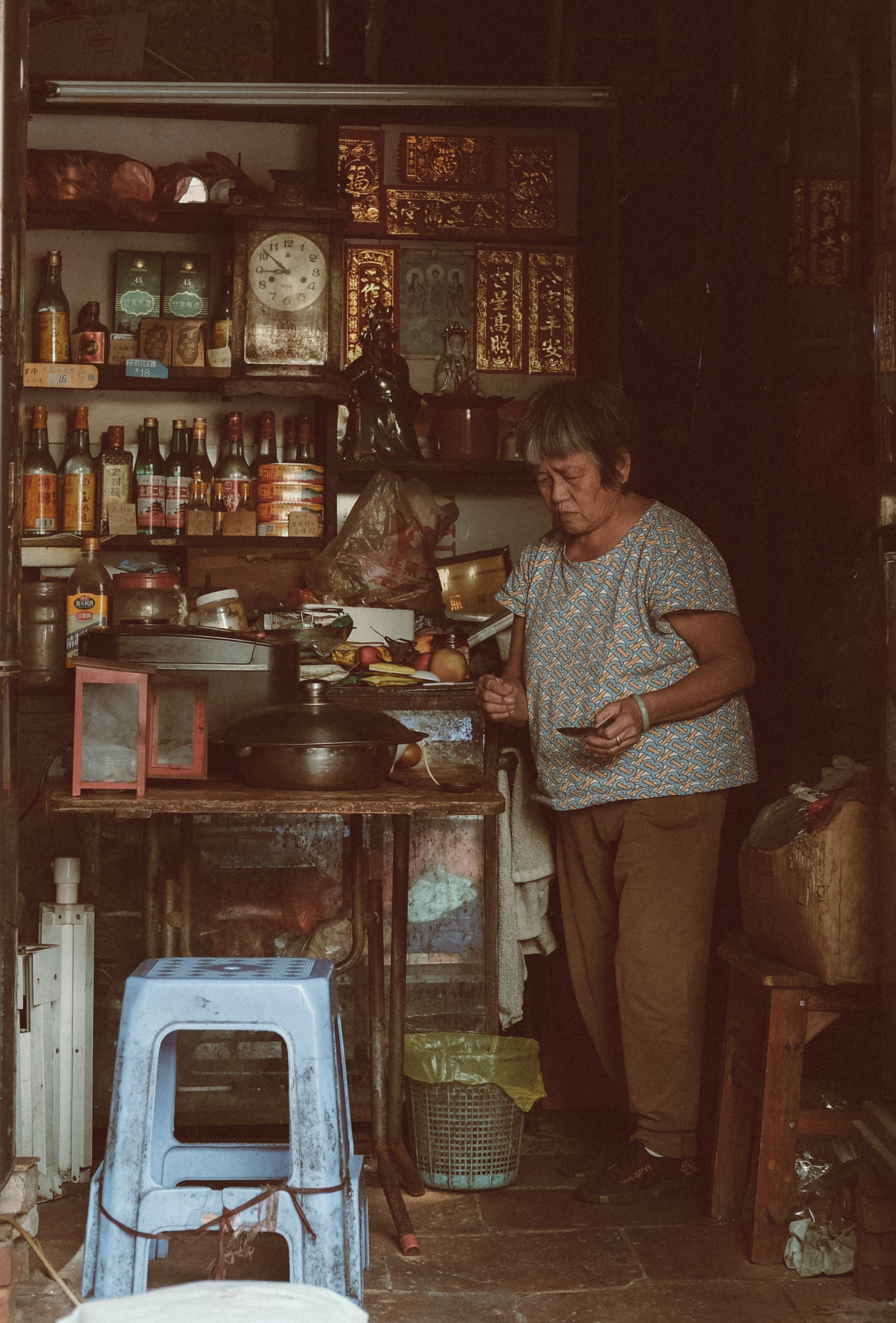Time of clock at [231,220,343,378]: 8:51
